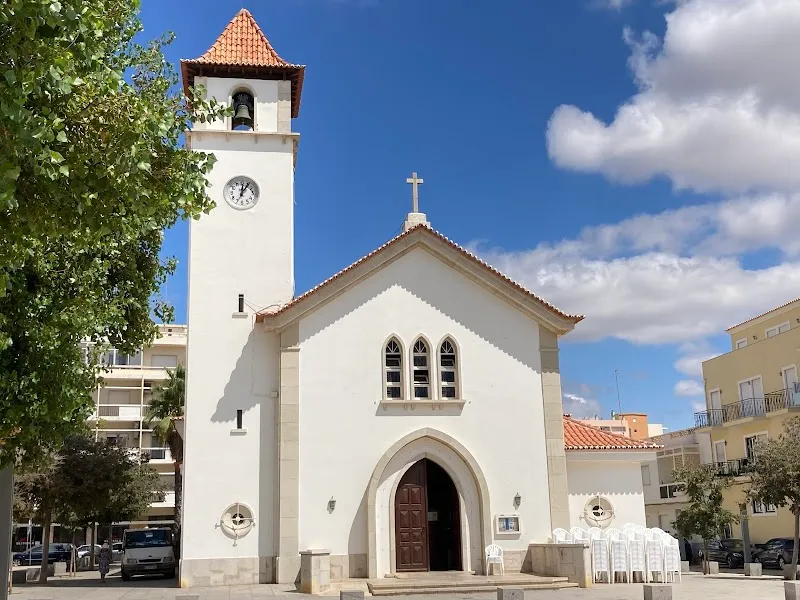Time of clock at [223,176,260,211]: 12:05
